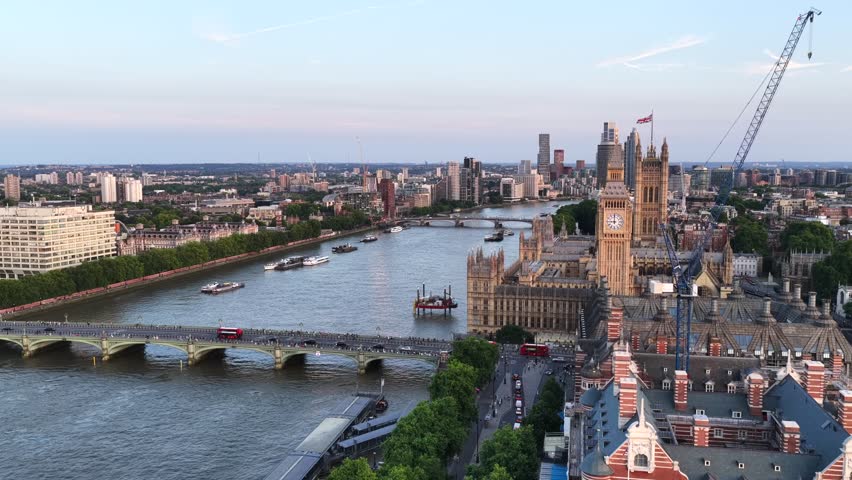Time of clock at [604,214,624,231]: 8:59
